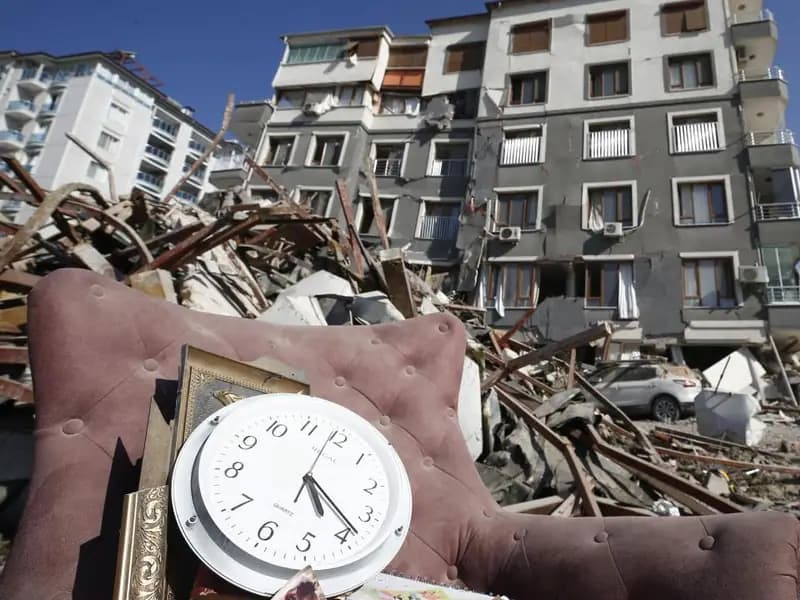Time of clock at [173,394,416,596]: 5:23
